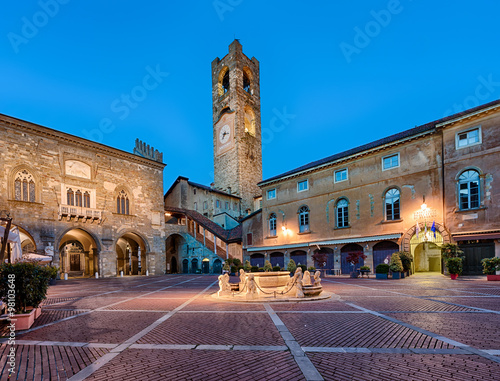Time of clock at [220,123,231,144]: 7:15
